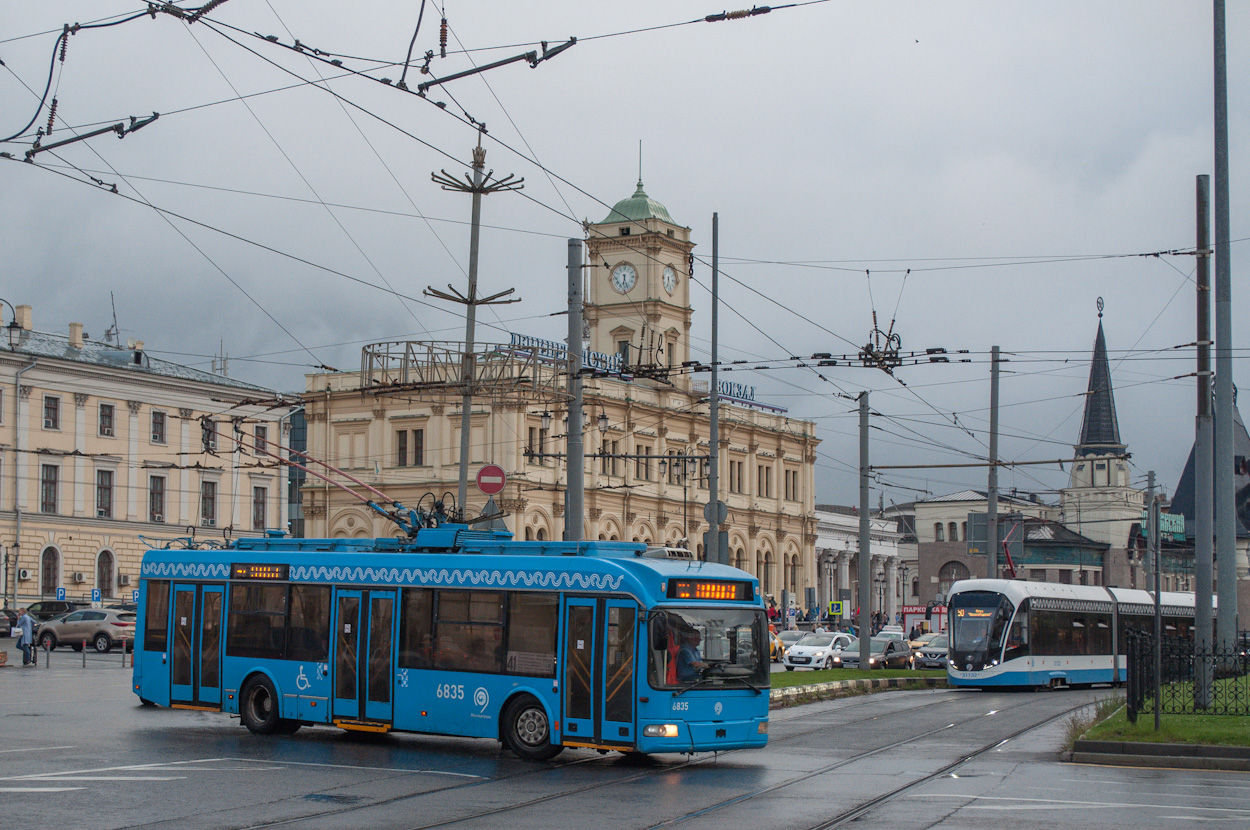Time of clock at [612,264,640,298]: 6:27
